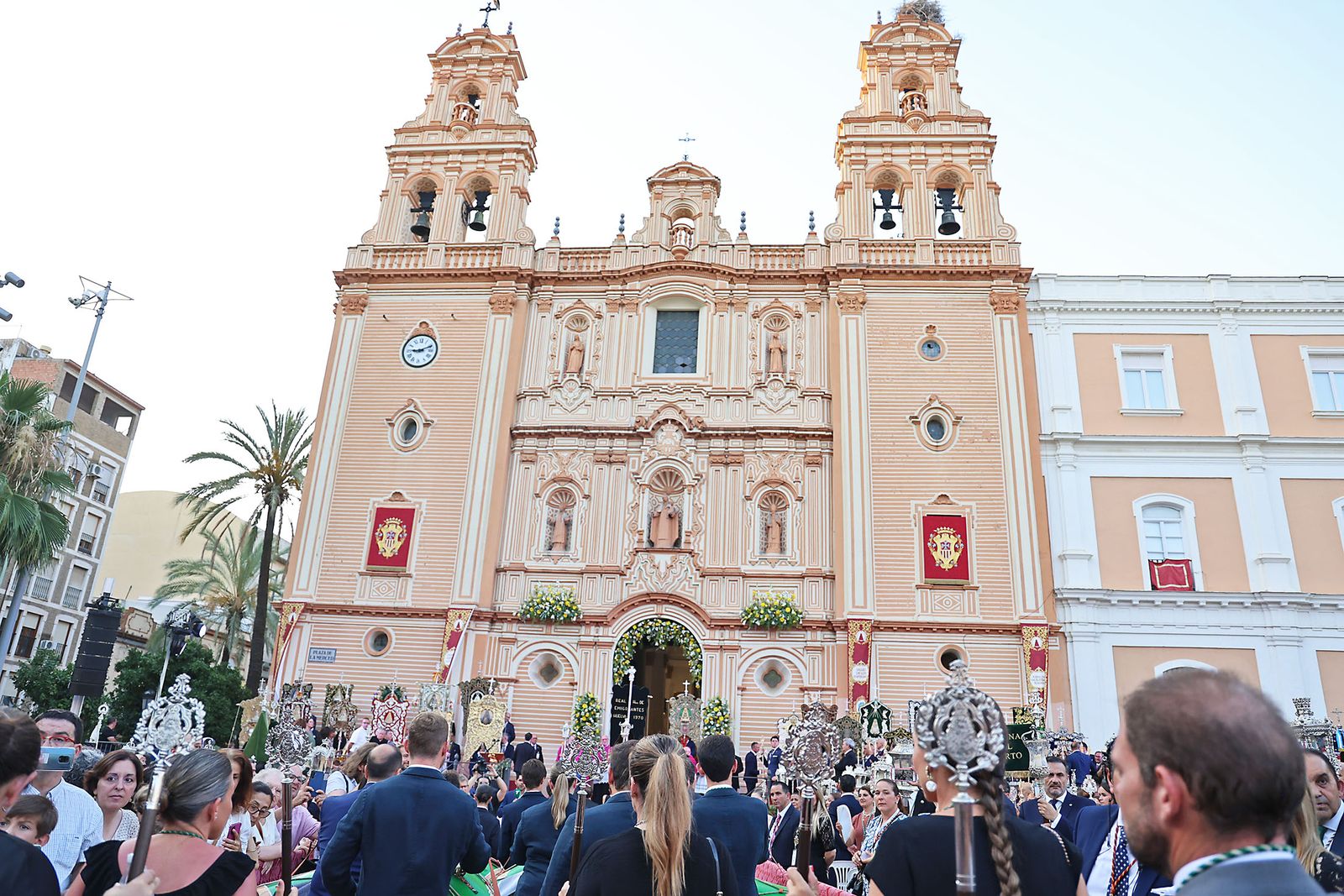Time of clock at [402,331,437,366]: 9:11
